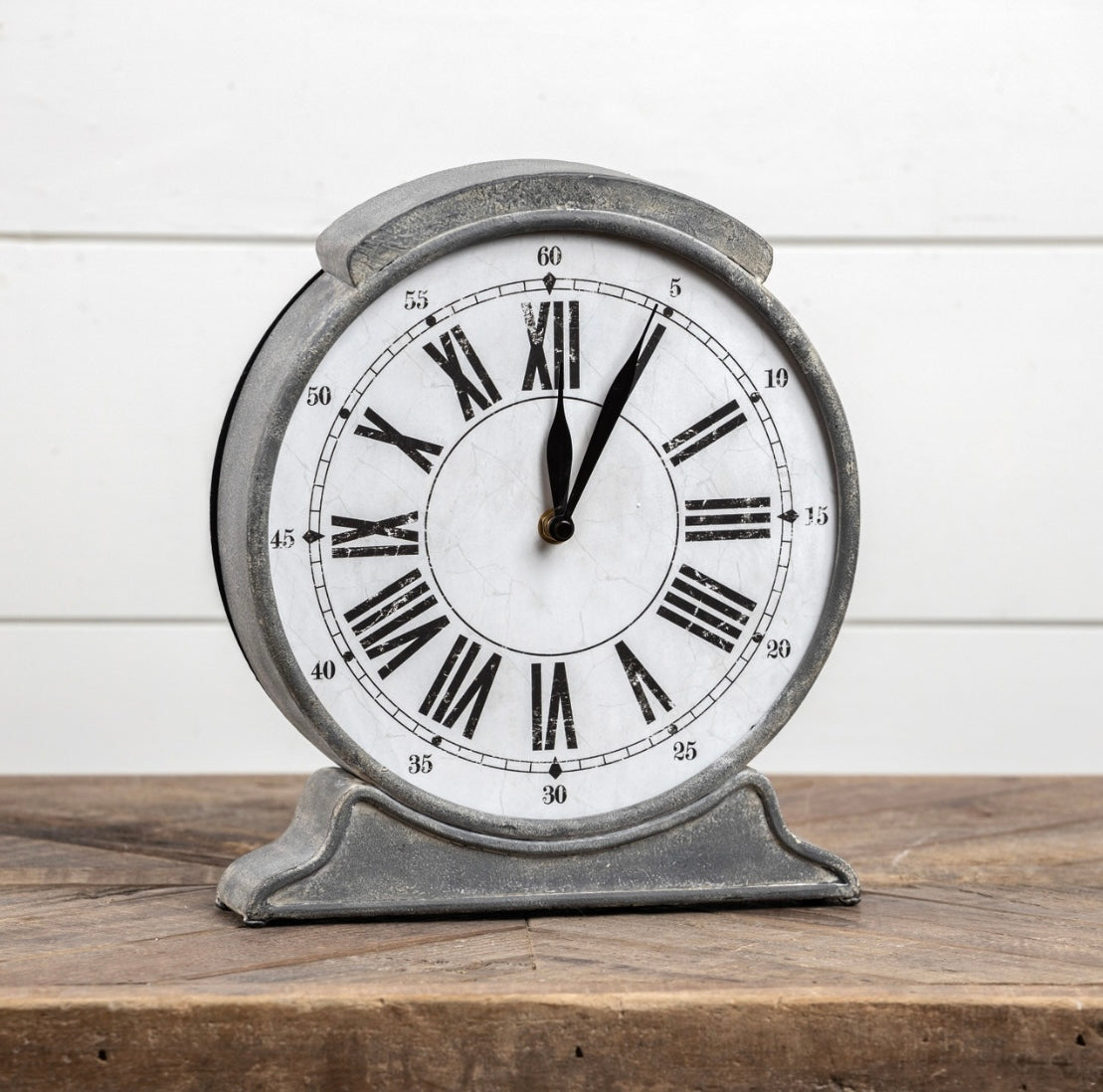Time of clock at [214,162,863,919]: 12:04
